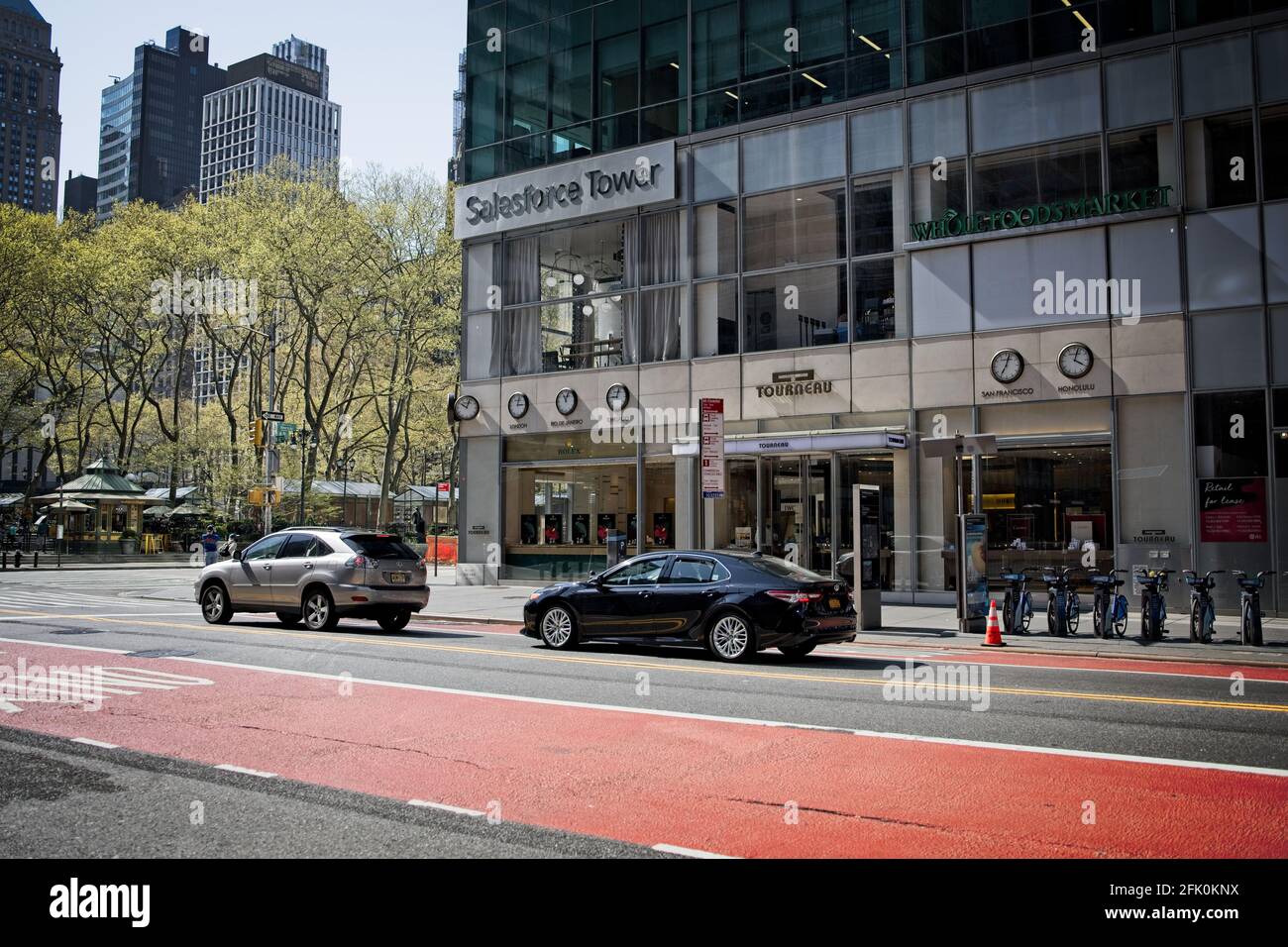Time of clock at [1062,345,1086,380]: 4:03
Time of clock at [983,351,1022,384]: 7:03
